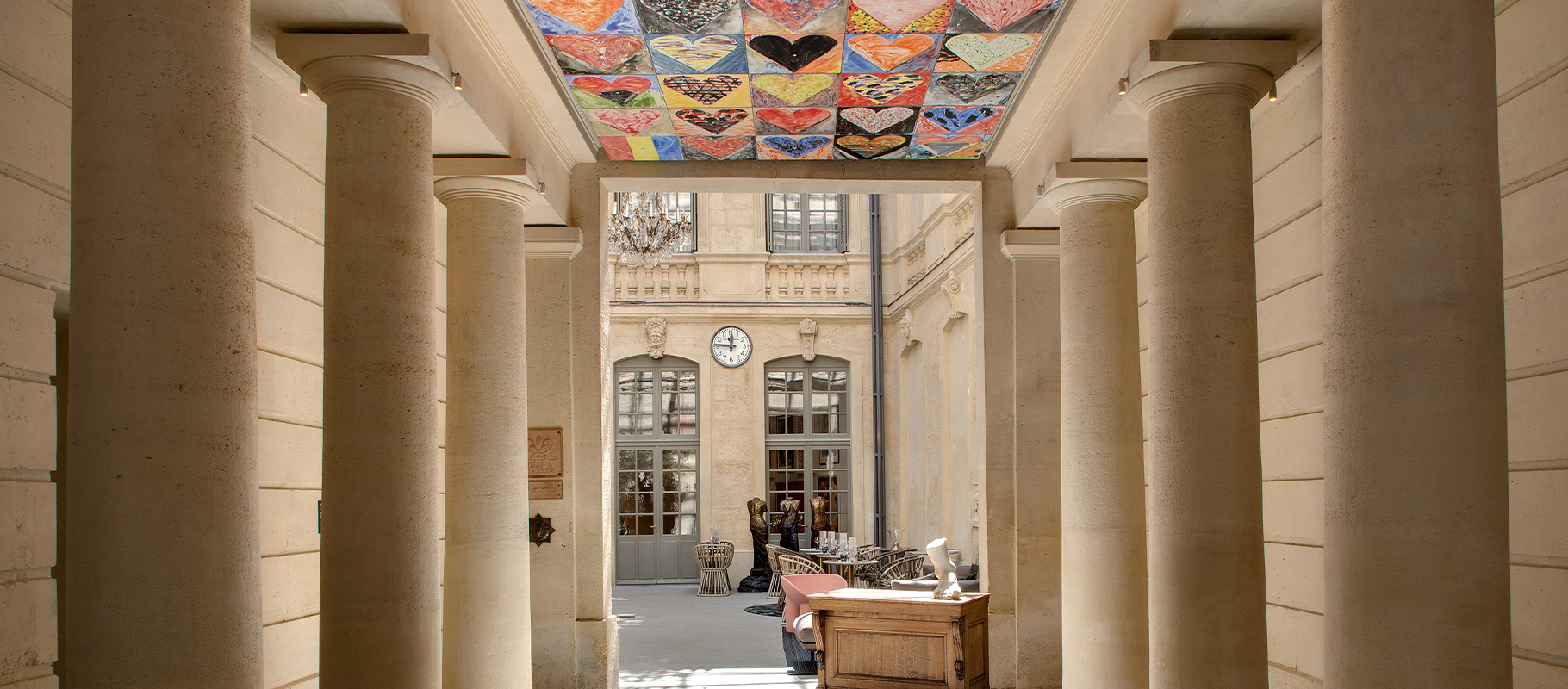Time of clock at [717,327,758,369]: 11:46
